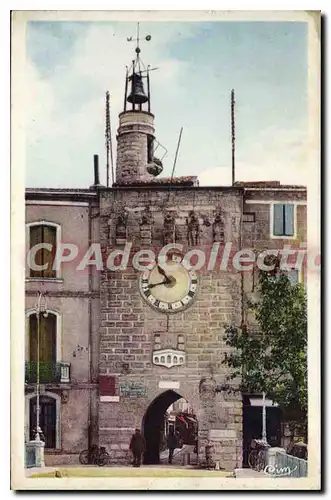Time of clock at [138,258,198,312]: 10:42
